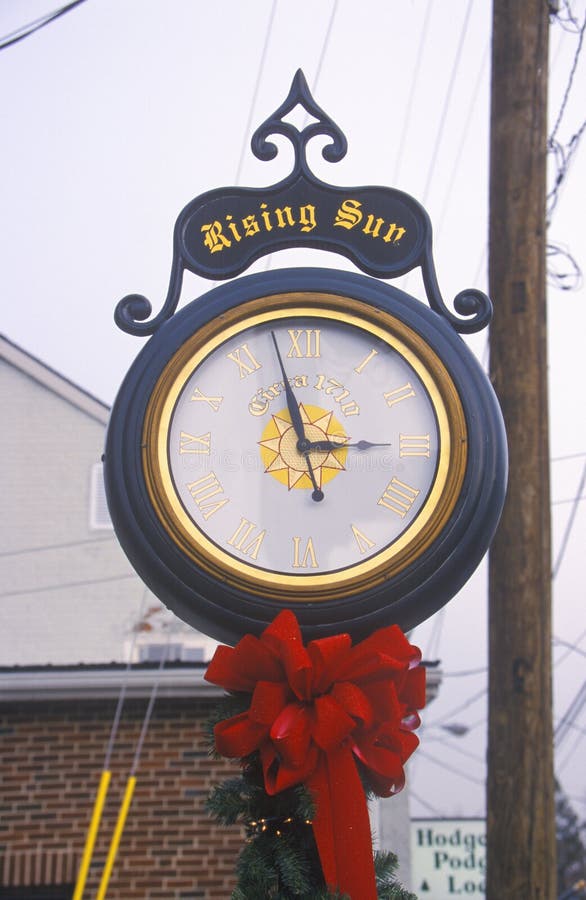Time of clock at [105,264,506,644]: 2:57
